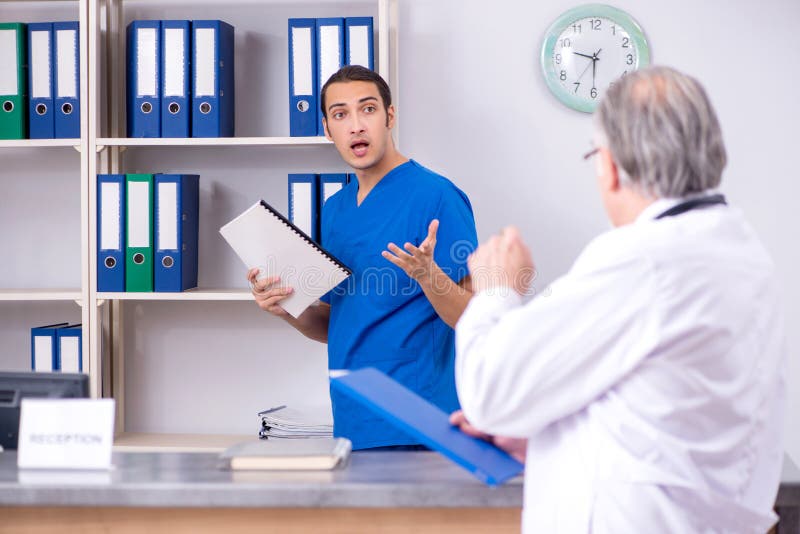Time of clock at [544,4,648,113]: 9:30
